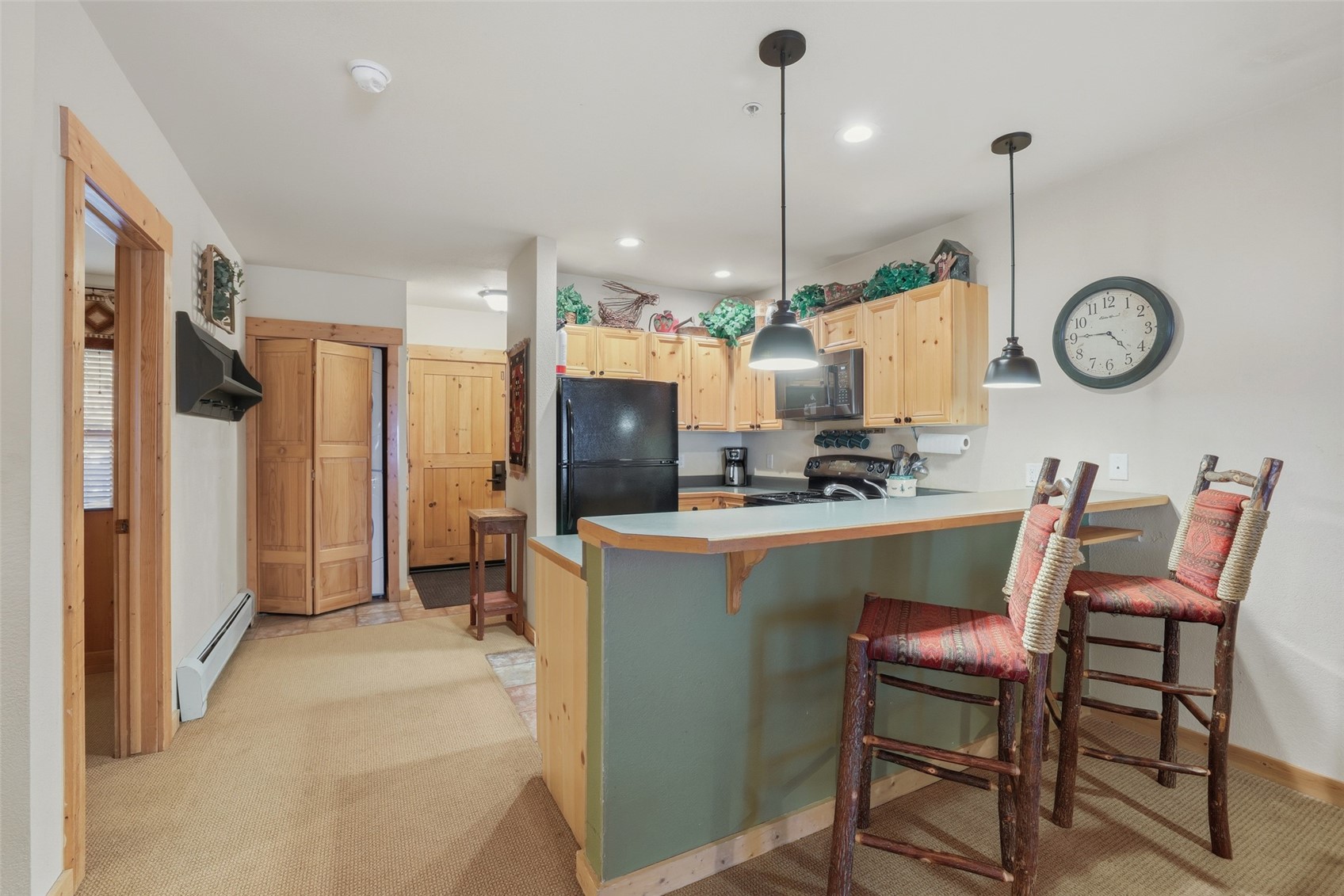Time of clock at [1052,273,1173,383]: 4:45
